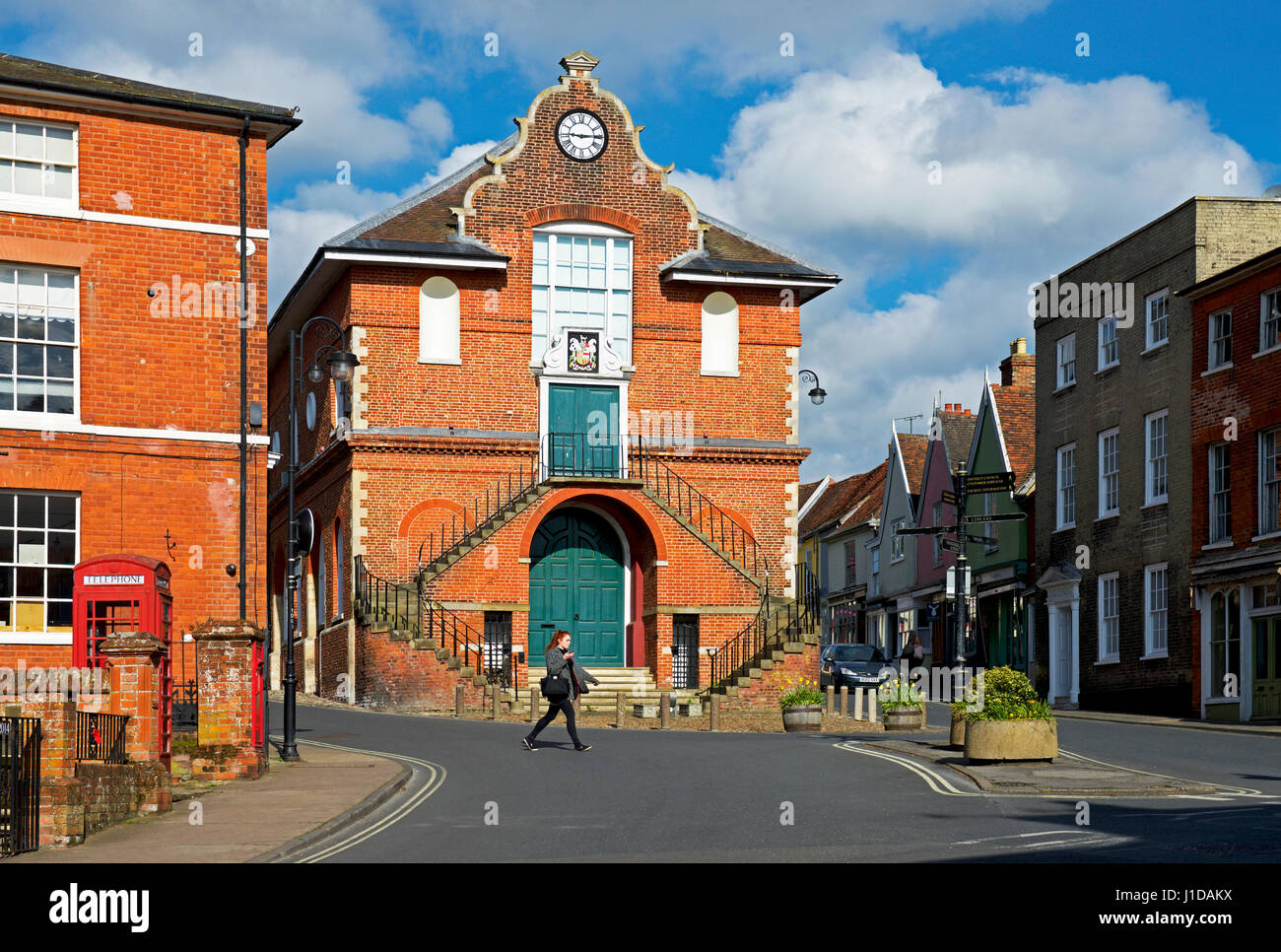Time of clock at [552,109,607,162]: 9:14
